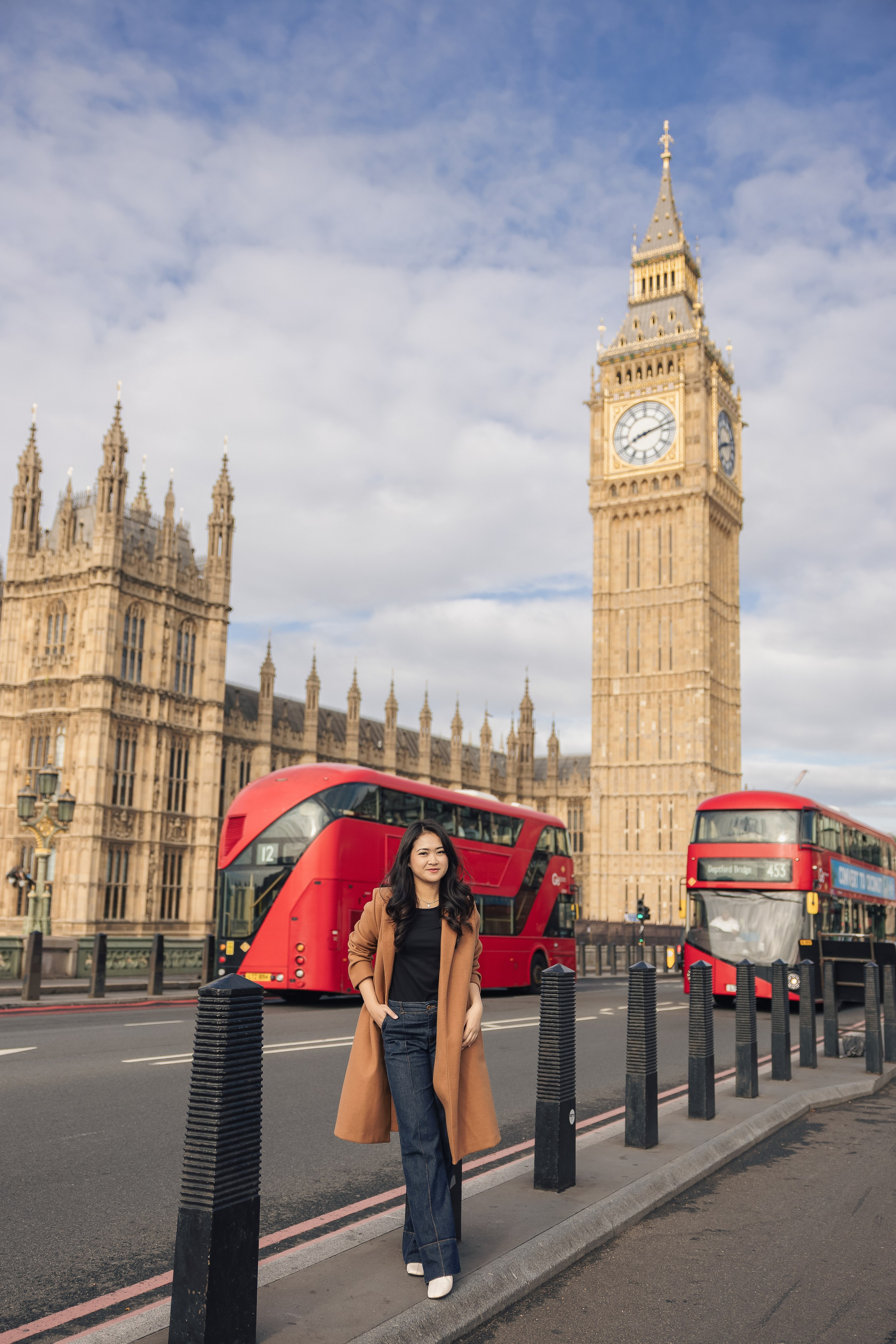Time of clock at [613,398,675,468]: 8:12
